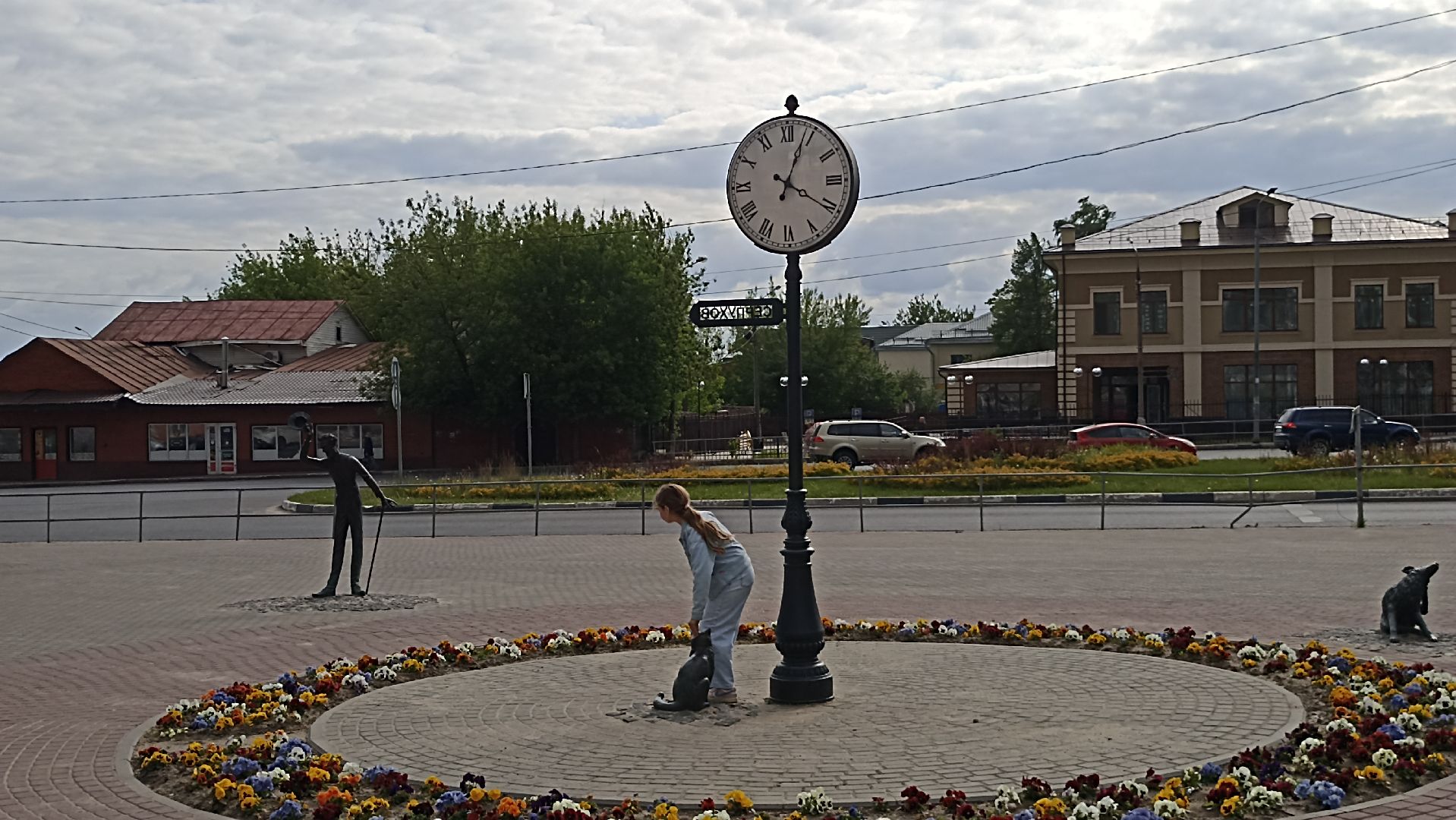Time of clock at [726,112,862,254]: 4:03
